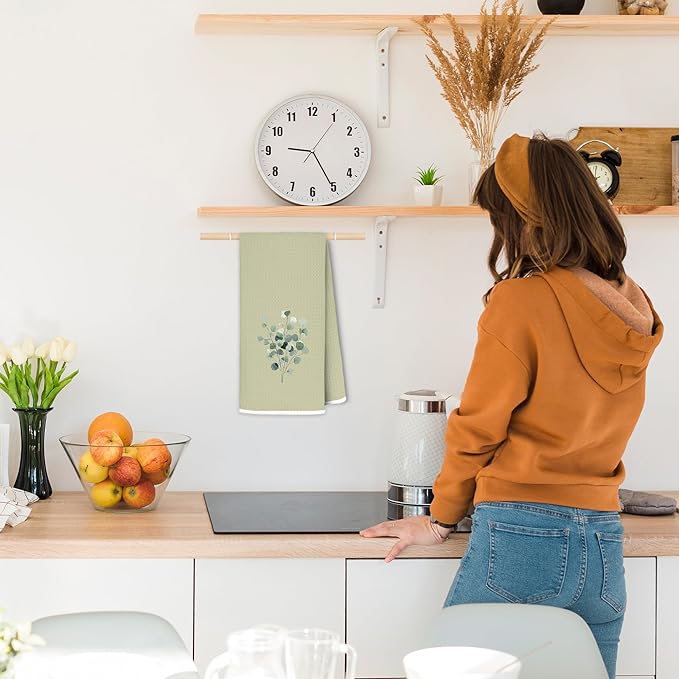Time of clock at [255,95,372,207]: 9:25
